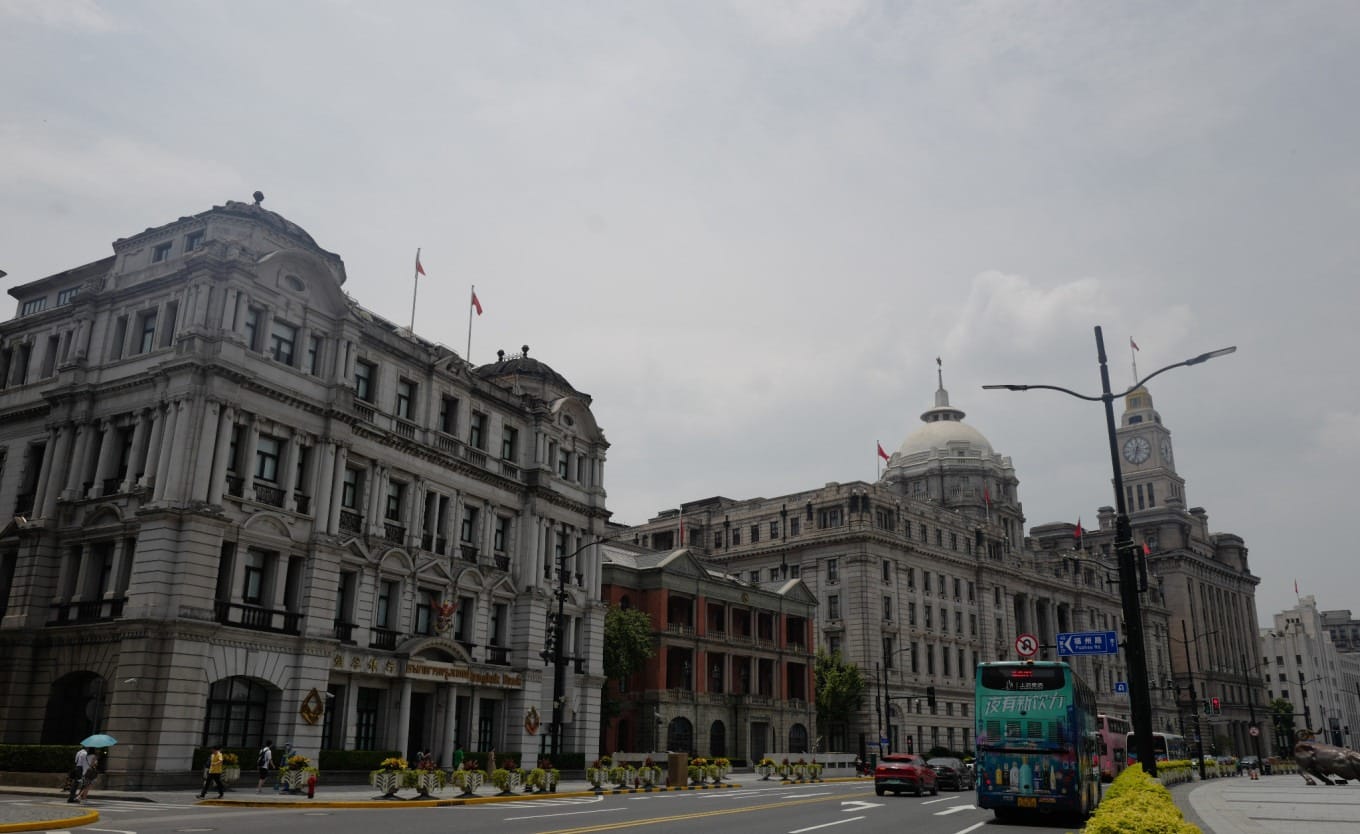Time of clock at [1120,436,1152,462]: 12:33
